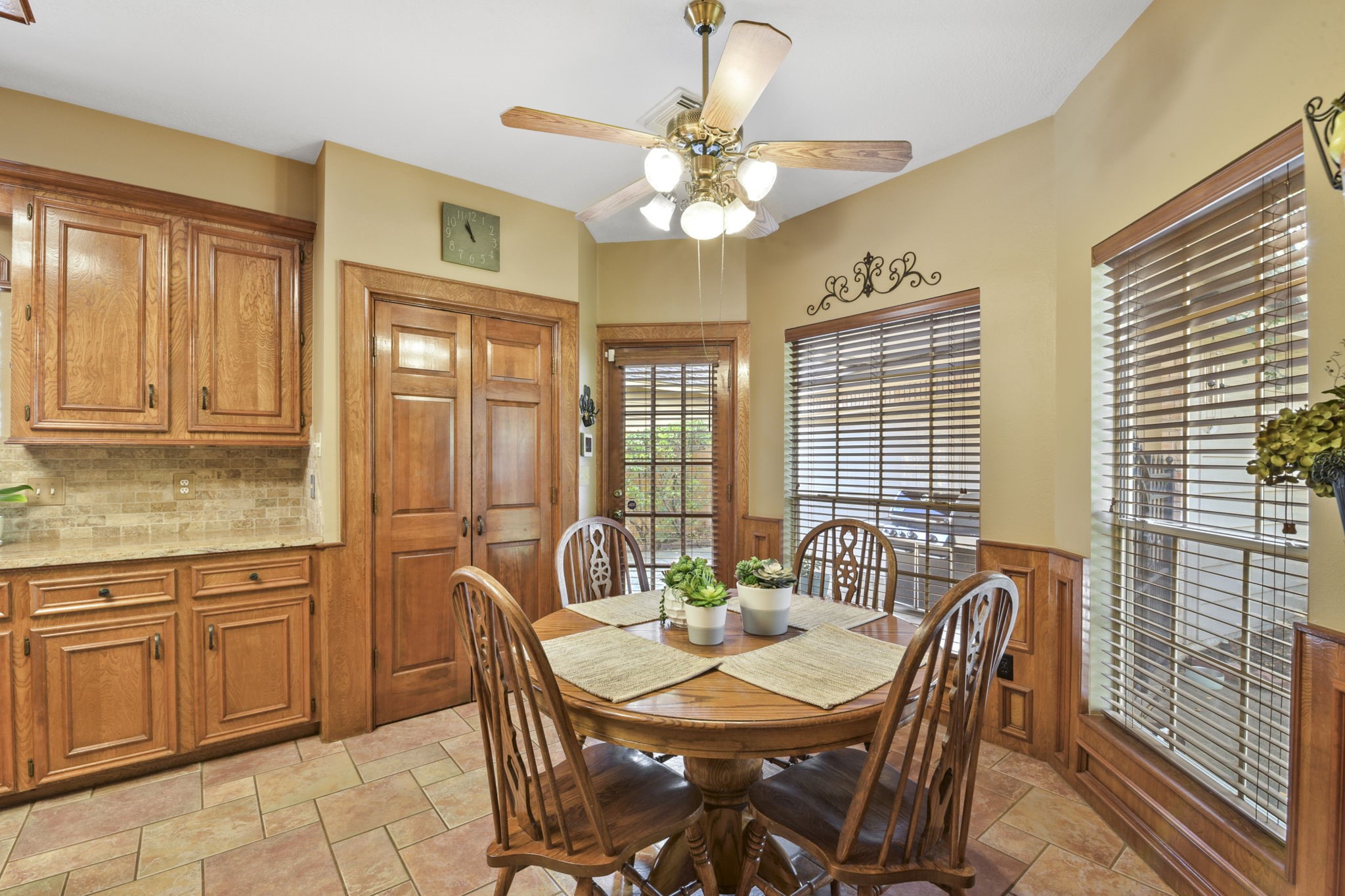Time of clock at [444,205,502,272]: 10:56
